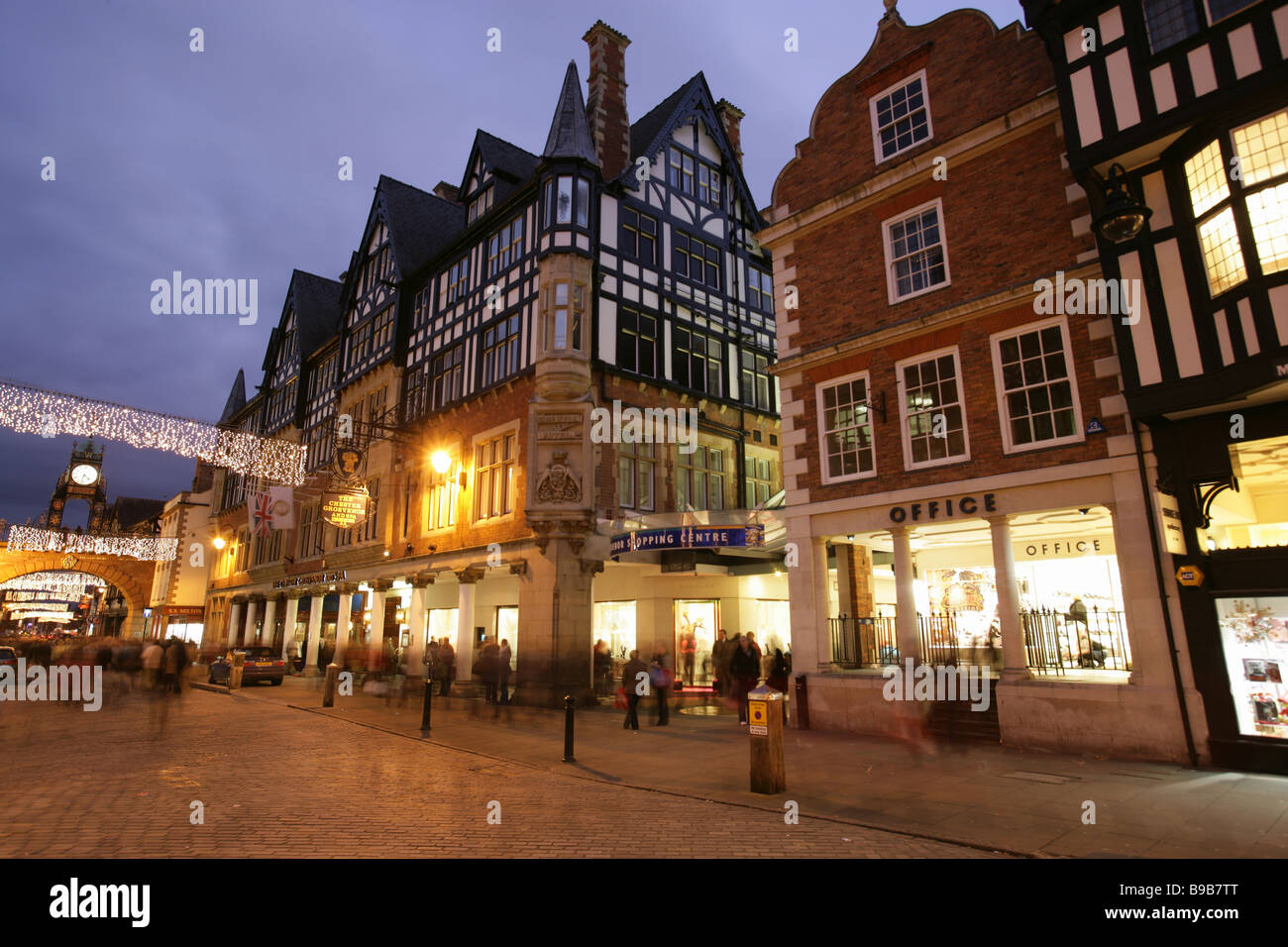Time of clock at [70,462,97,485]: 4:31
